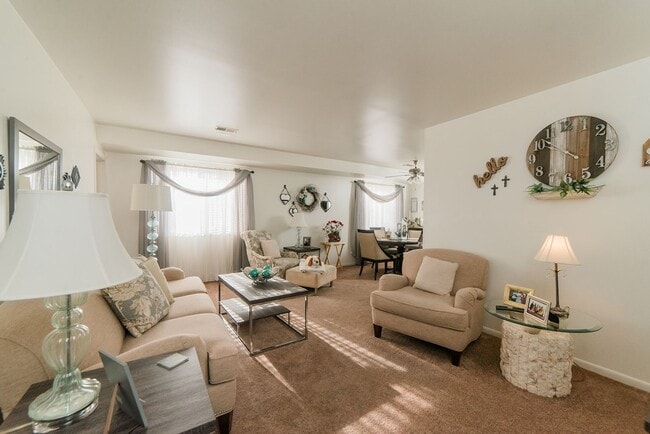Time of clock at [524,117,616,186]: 5:51
